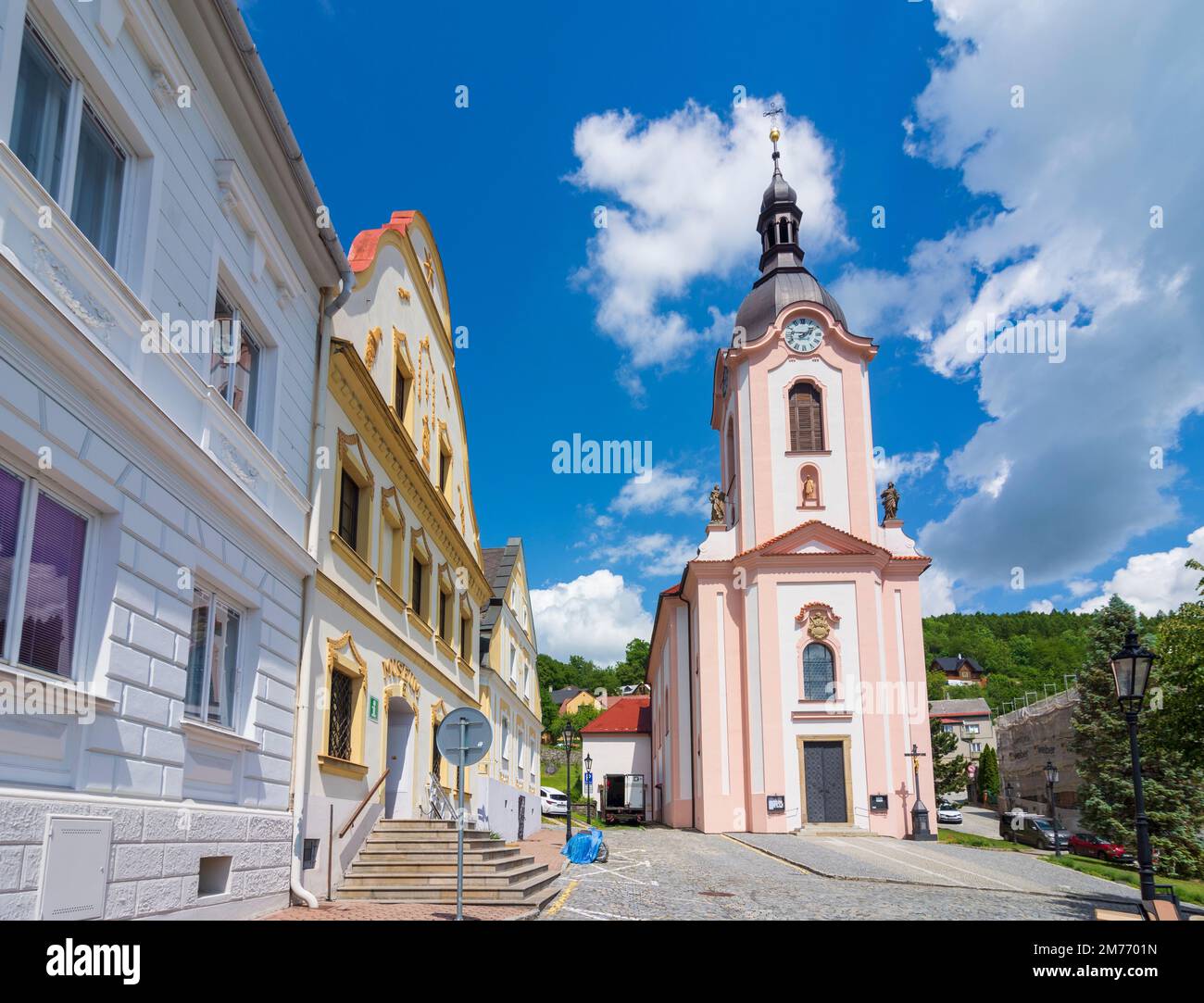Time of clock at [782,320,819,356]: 1:46
